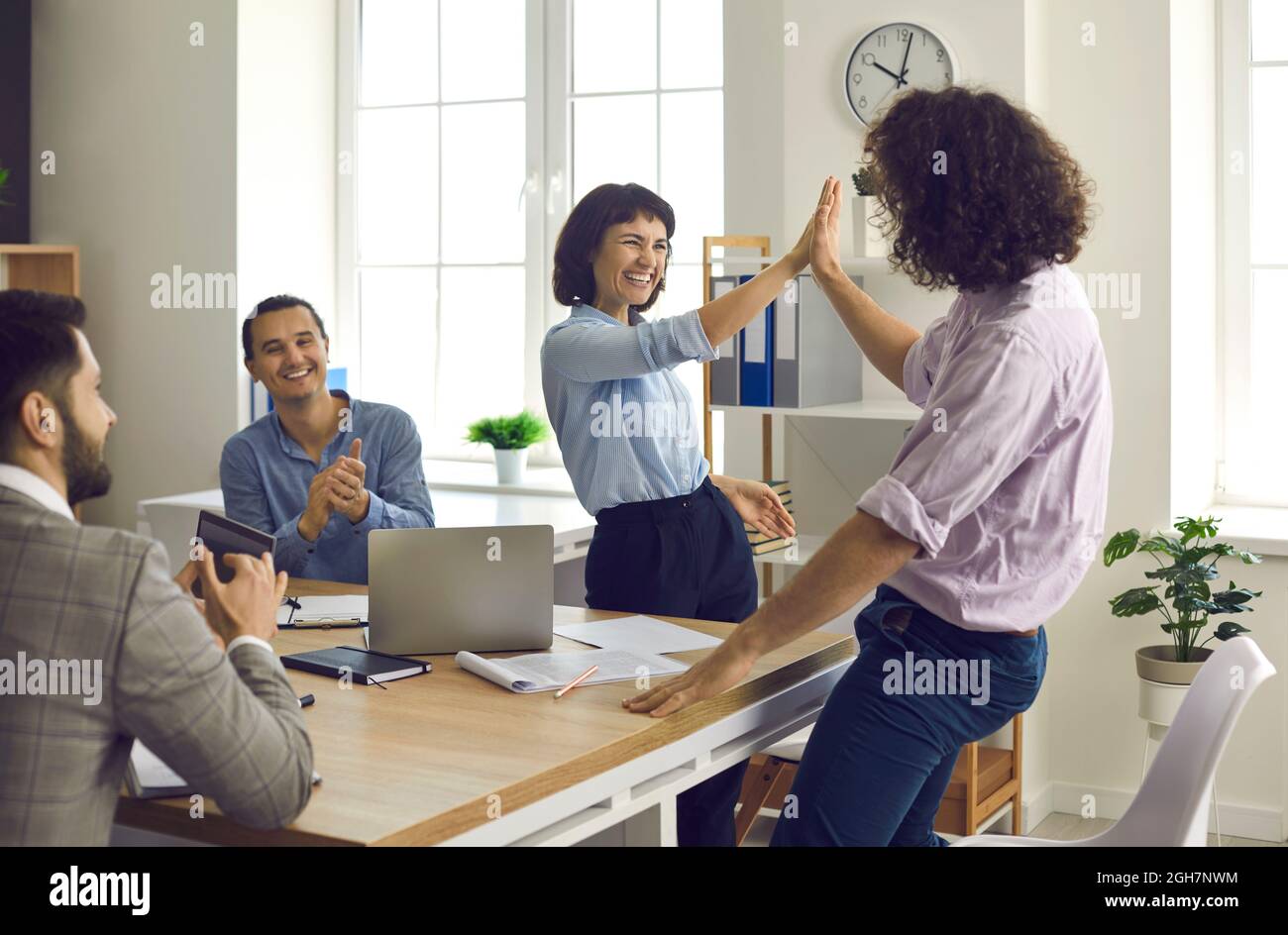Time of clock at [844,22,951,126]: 10:02
